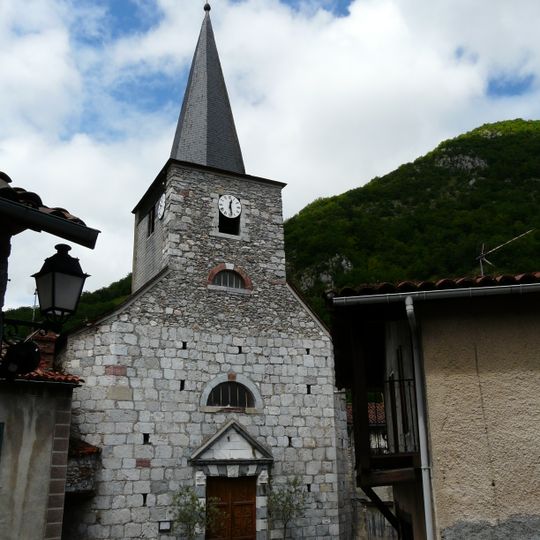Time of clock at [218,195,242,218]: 12:28
